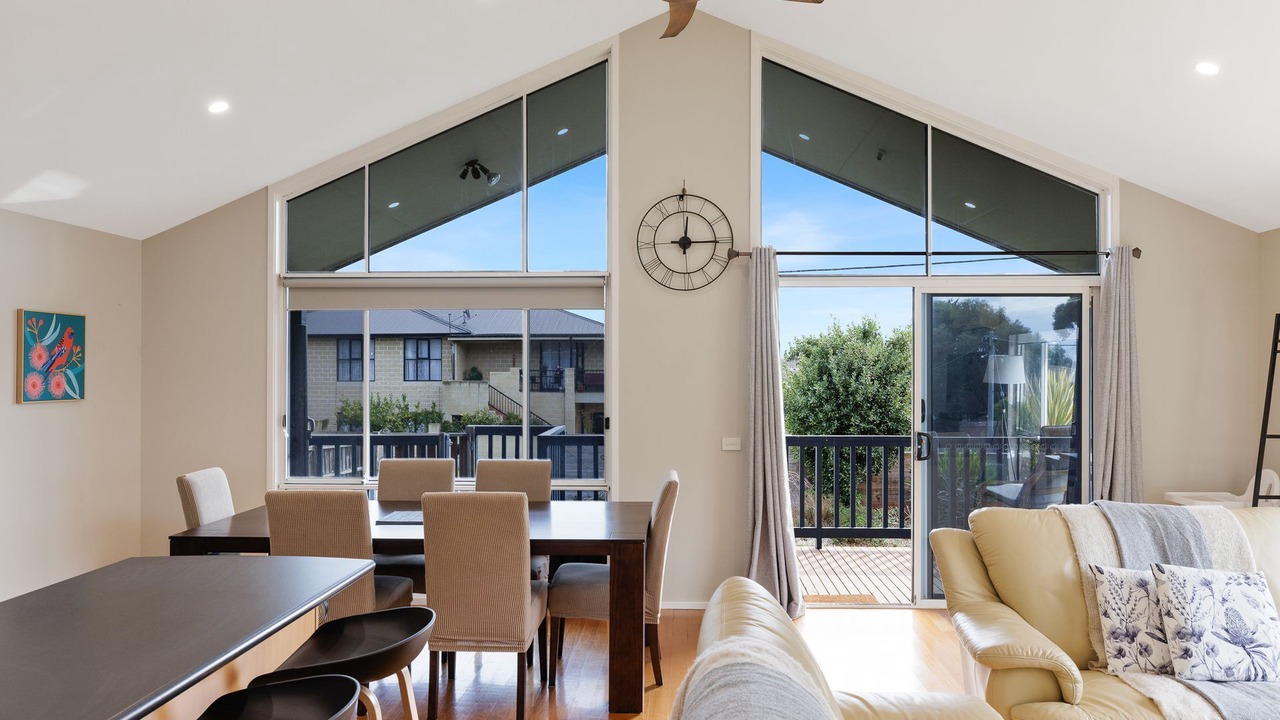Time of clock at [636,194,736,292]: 12:15
